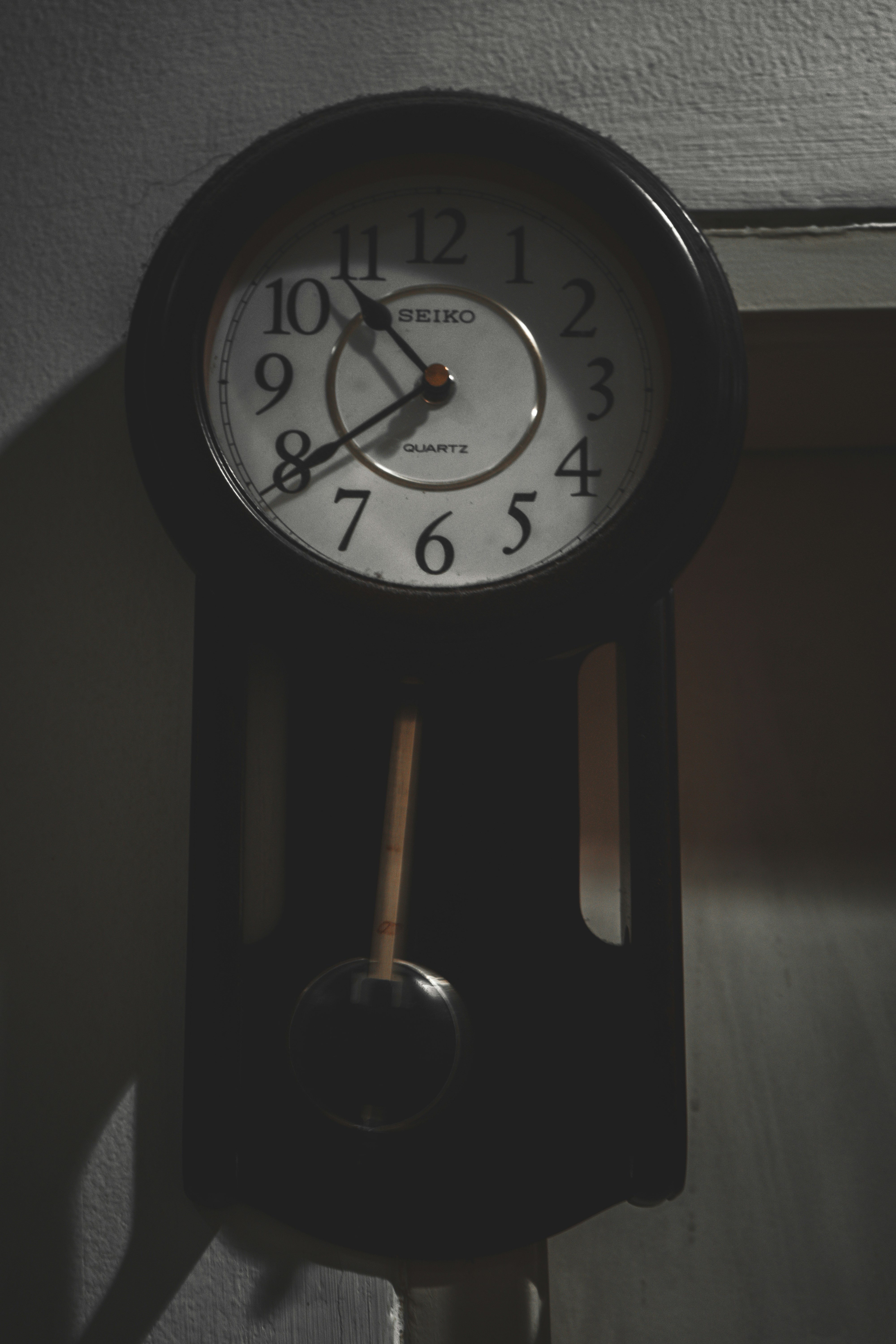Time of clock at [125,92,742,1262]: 10:39
